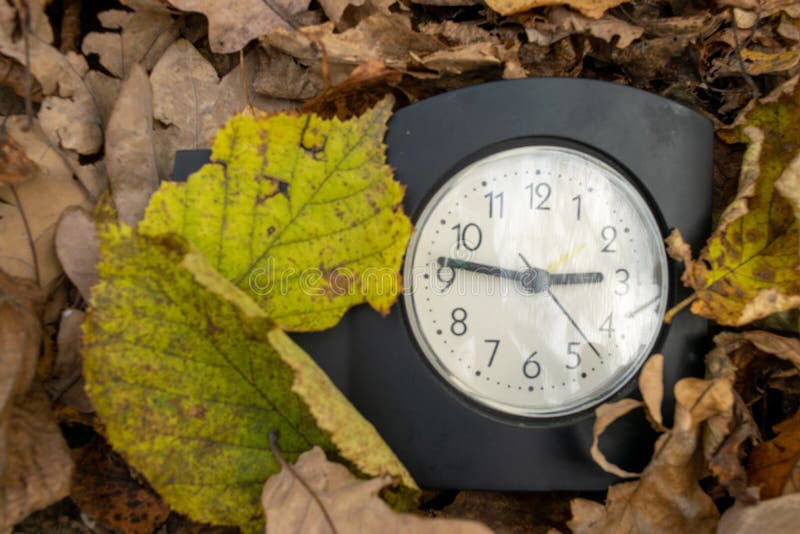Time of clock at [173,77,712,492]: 2:46
